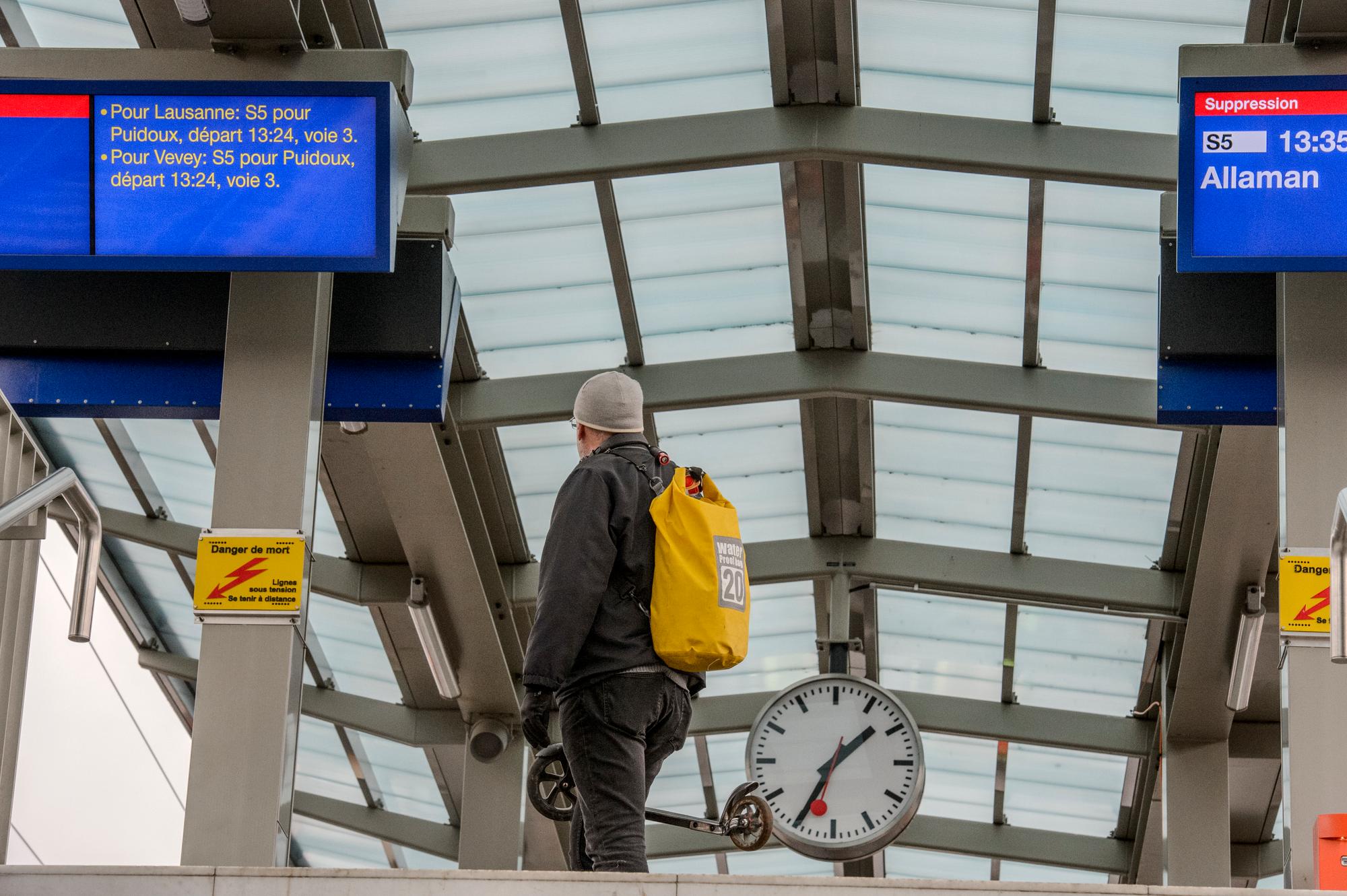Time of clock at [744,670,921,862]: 1:34
